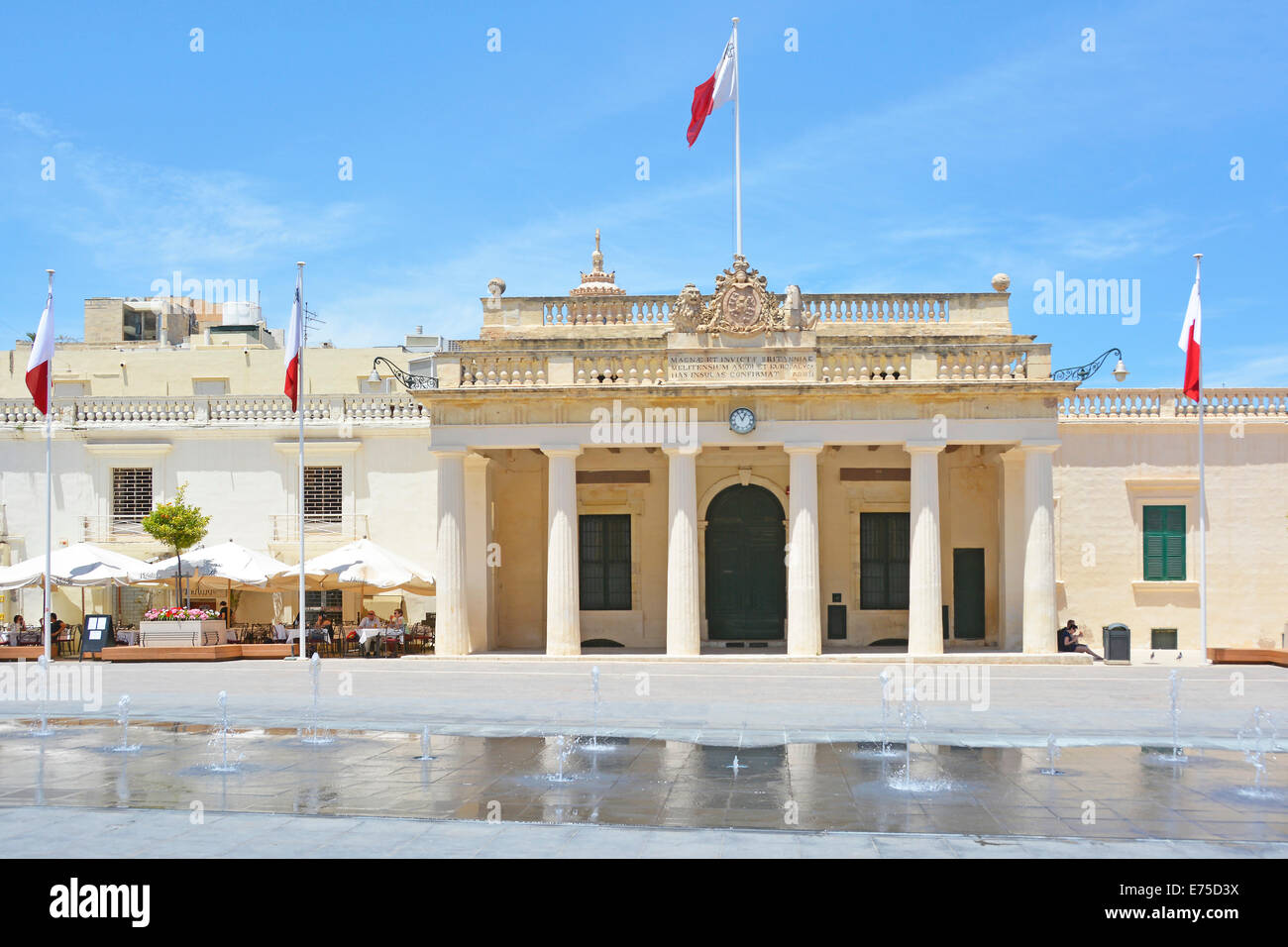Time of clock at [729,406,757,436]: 12:55
